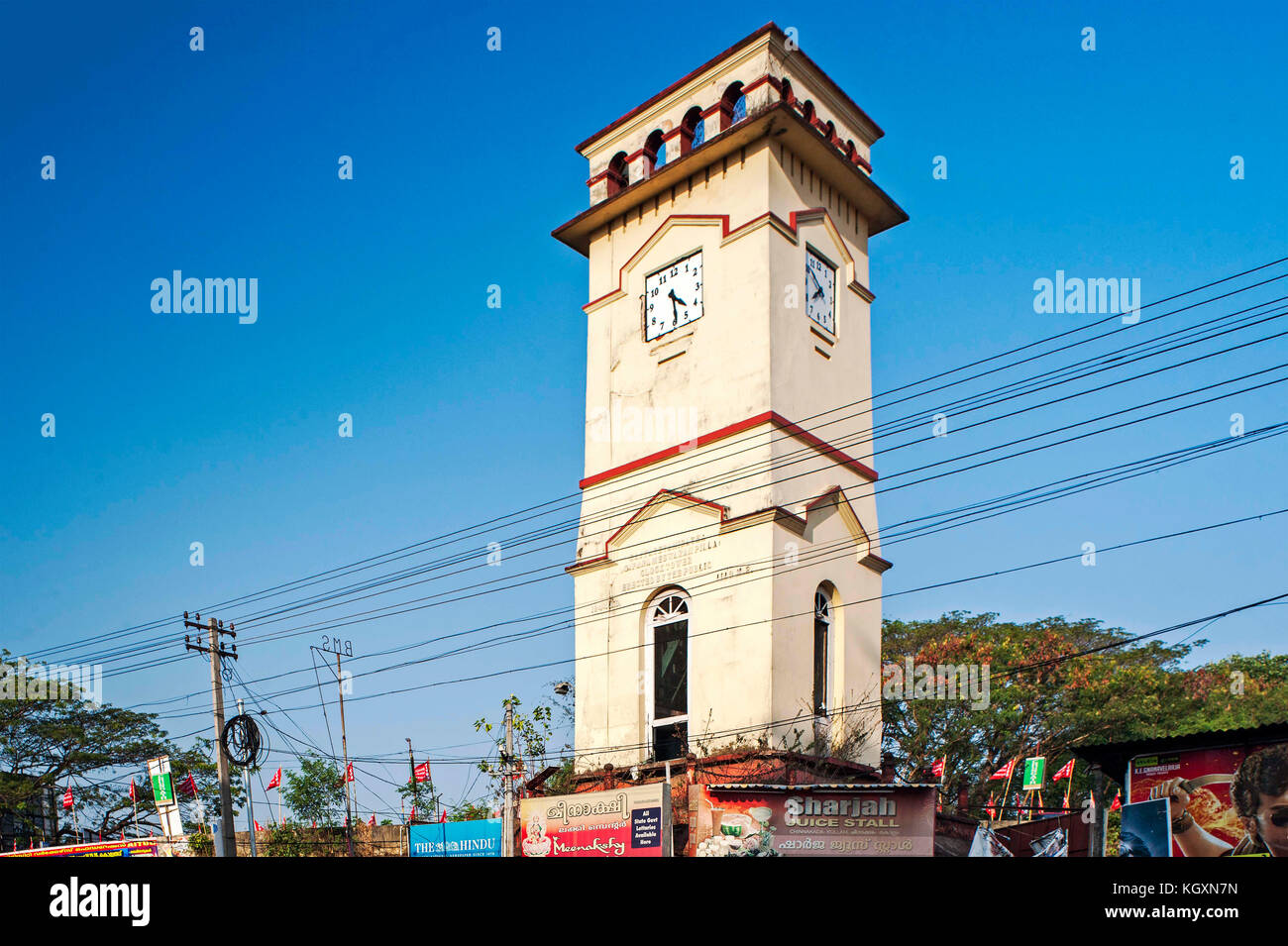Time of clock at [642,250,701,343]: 4:29
